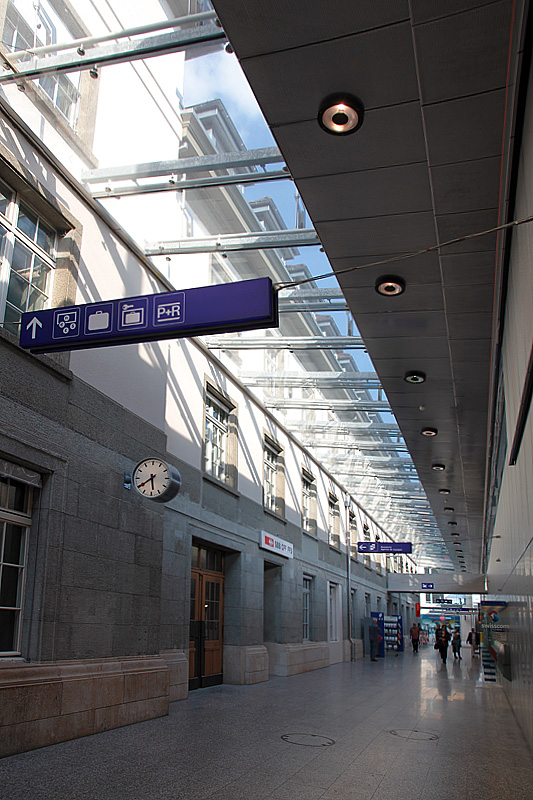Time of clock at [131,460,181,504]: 5:39
